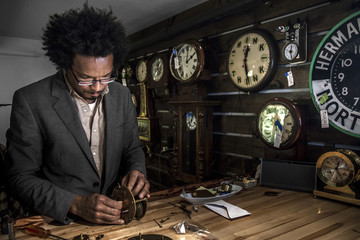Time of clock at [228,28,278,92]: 12:28
